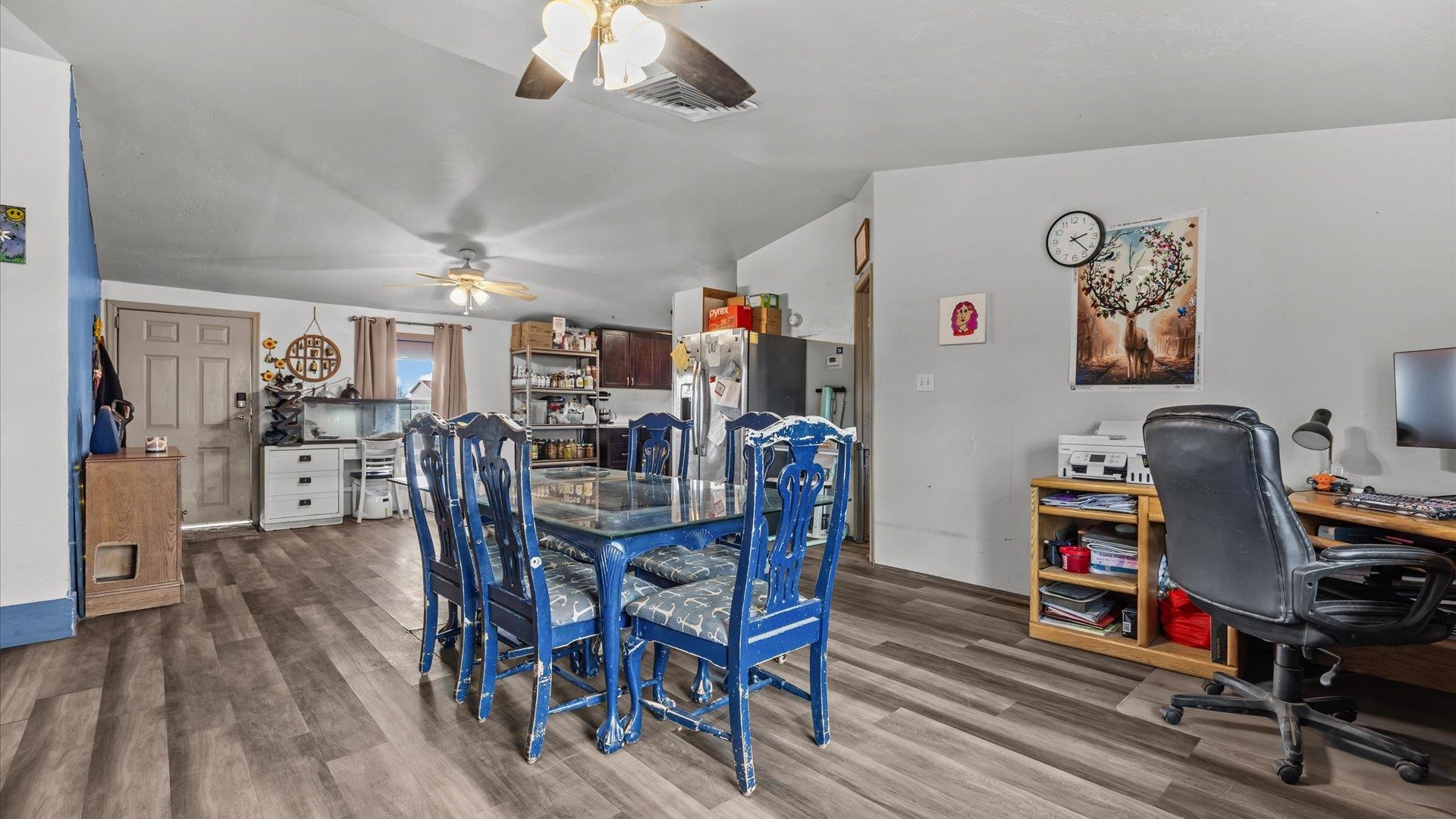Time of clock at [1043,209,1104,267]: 2:22
